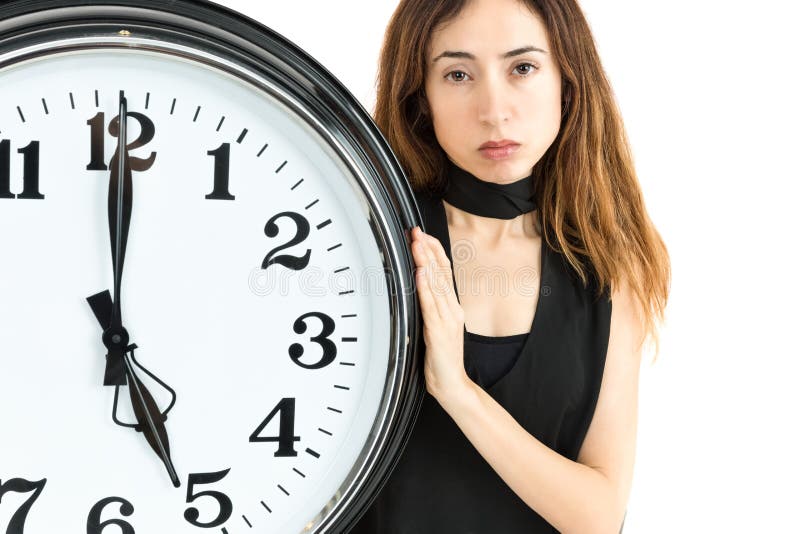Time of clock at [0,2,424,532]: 5:00
